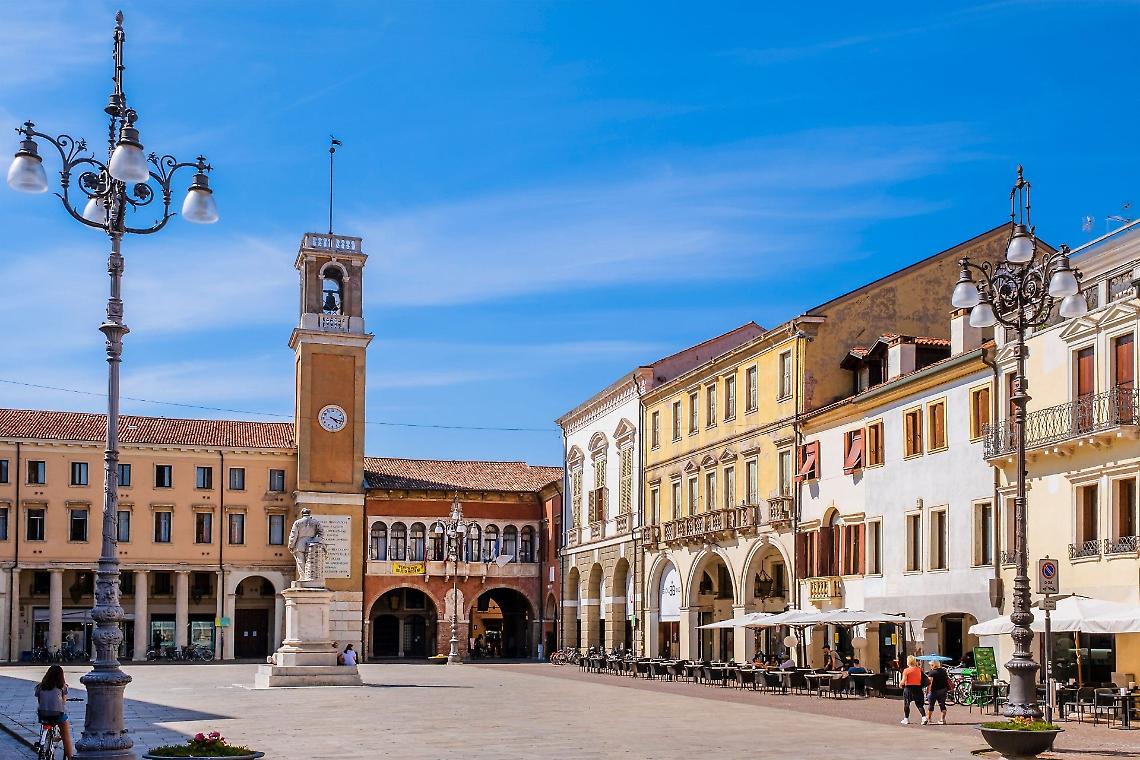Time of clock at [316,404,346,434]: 4:17
